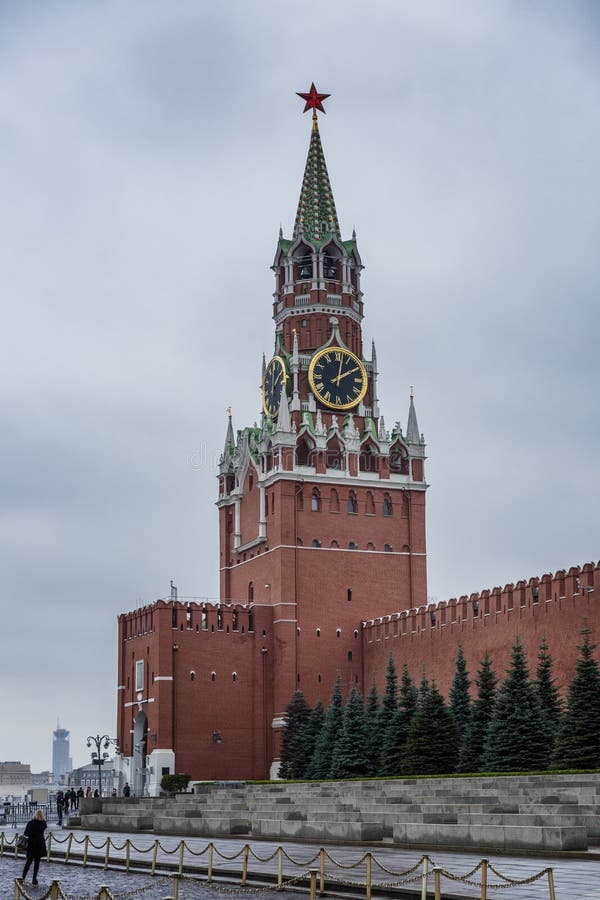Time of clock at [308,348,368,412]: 2:02
